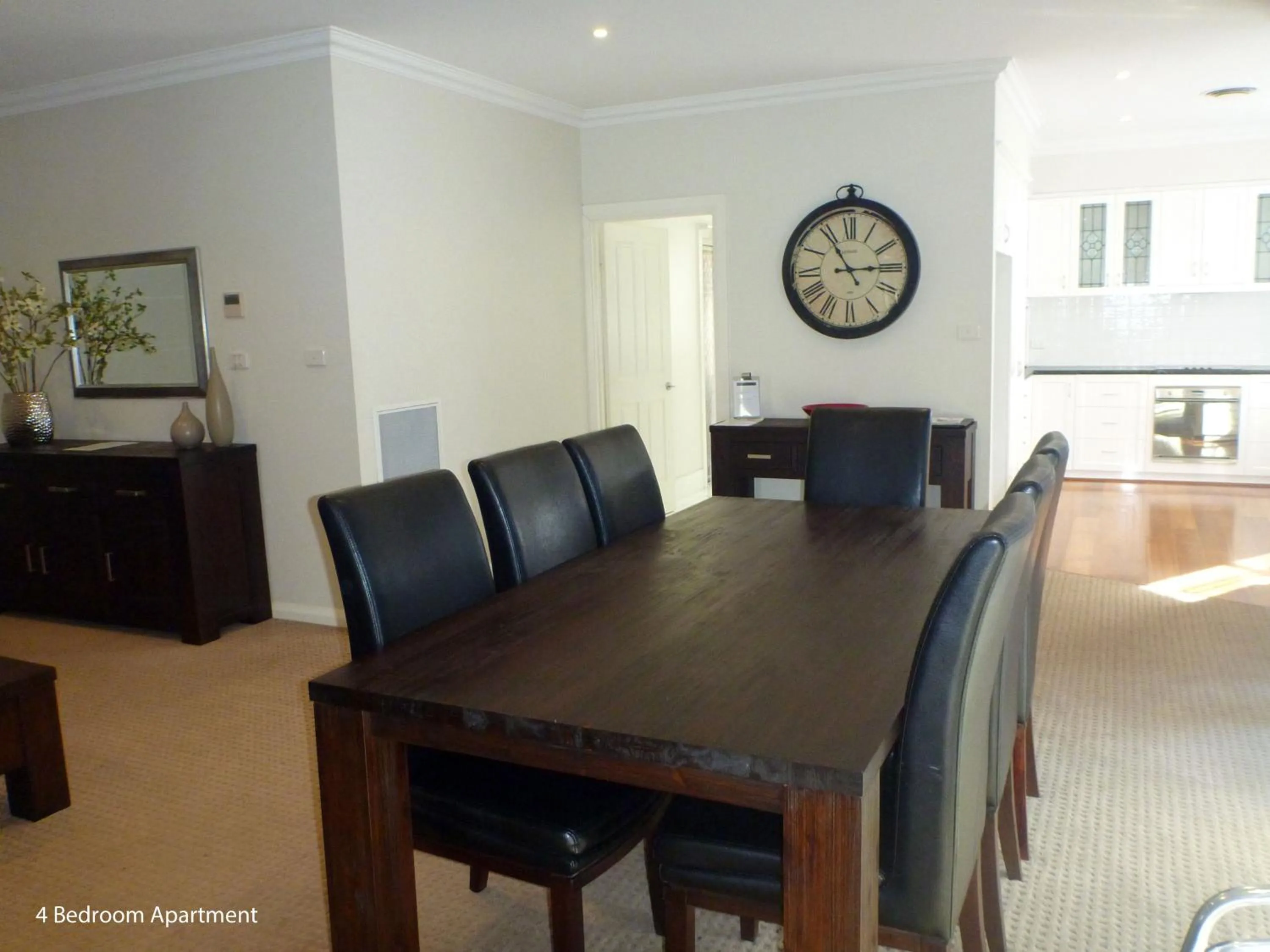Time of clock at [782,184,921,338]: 2:54
